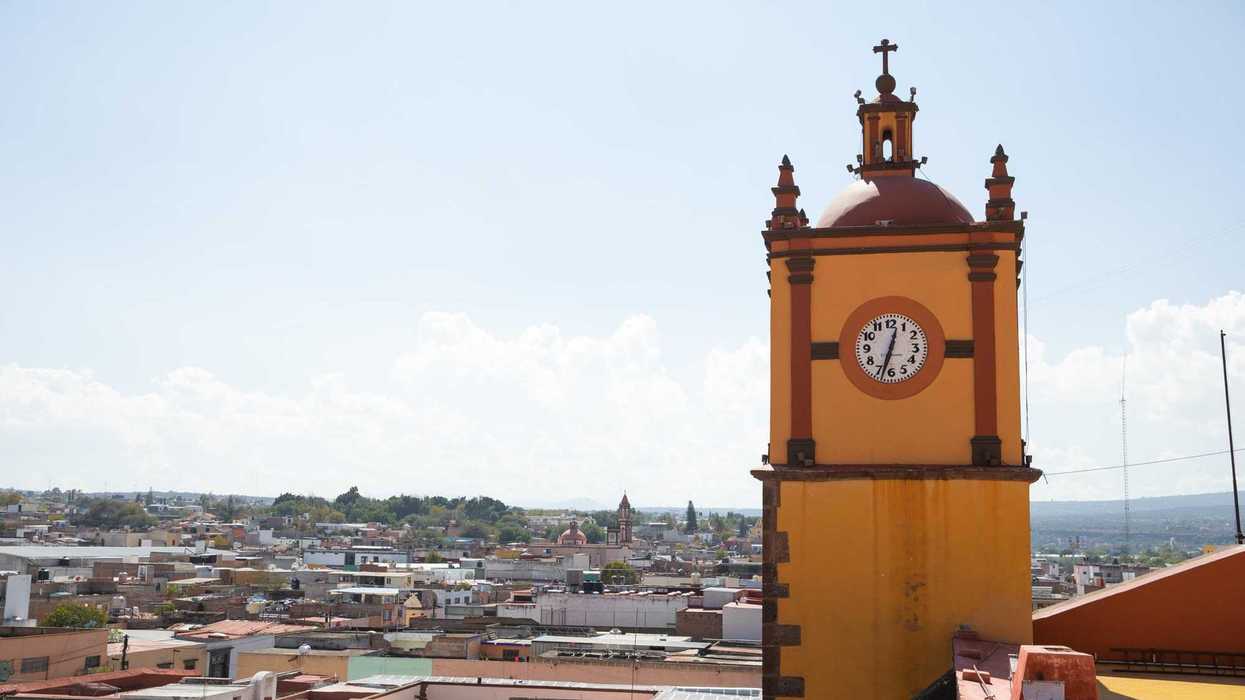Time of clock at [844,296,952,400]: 12:32
